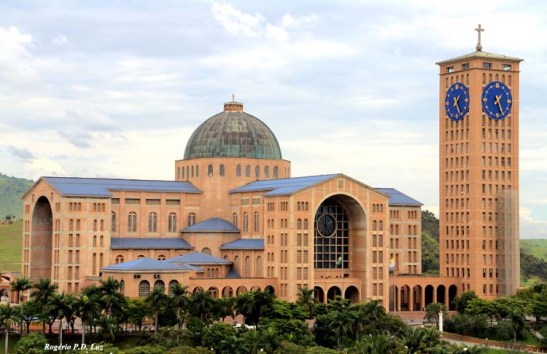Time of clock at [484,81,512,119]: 1:25
